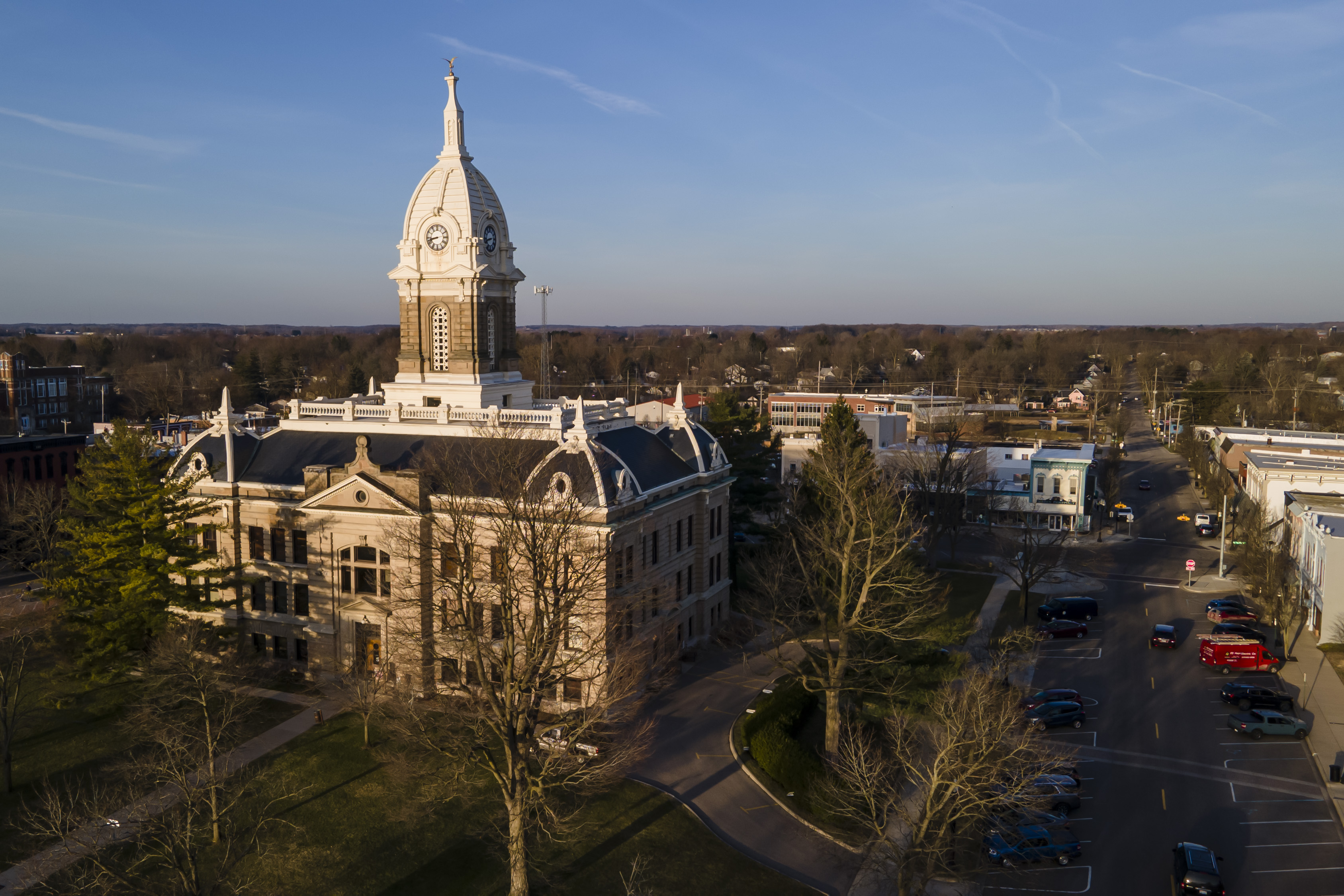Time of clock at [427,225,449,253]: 8:42
